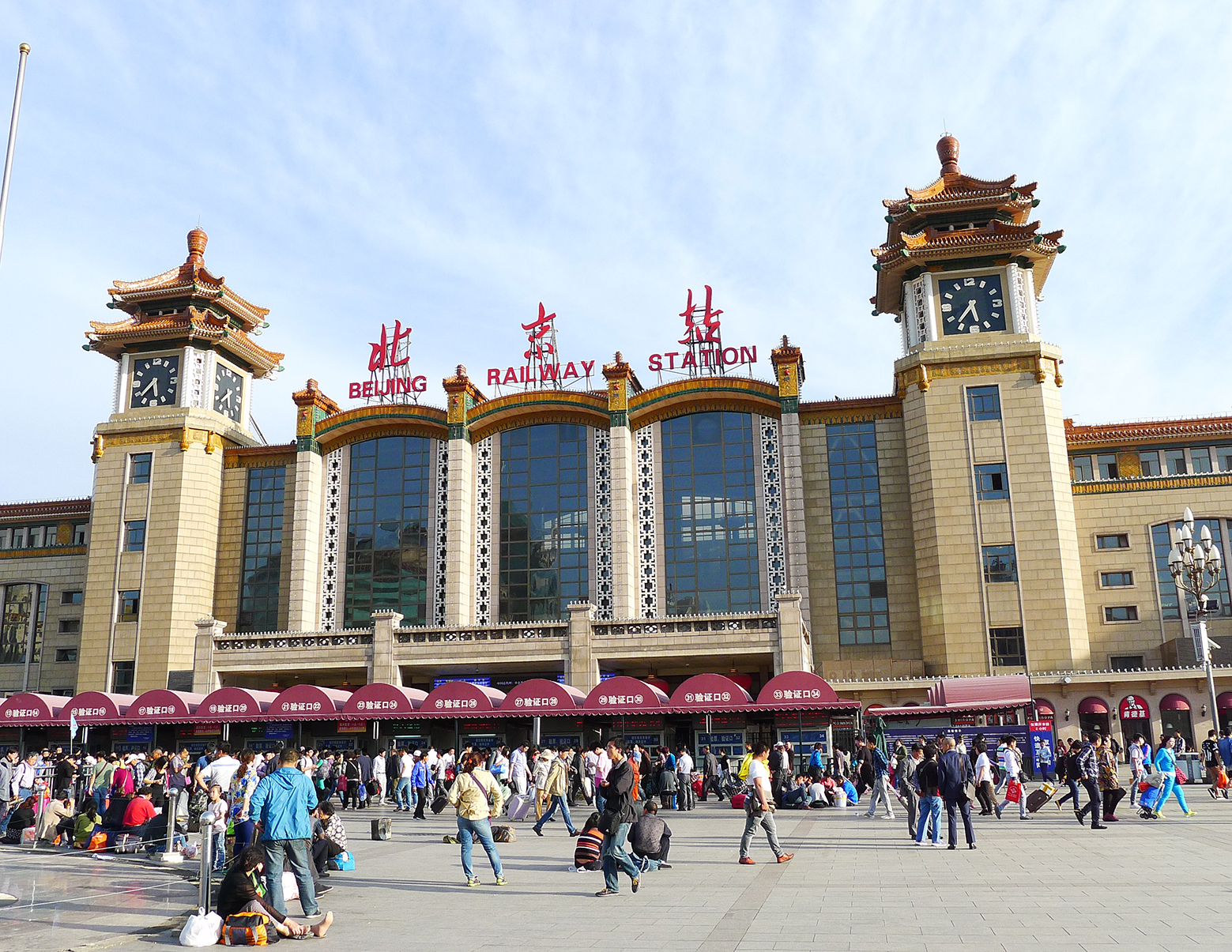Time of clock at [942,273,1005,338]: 5:36
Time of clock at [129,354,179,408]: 5:37
